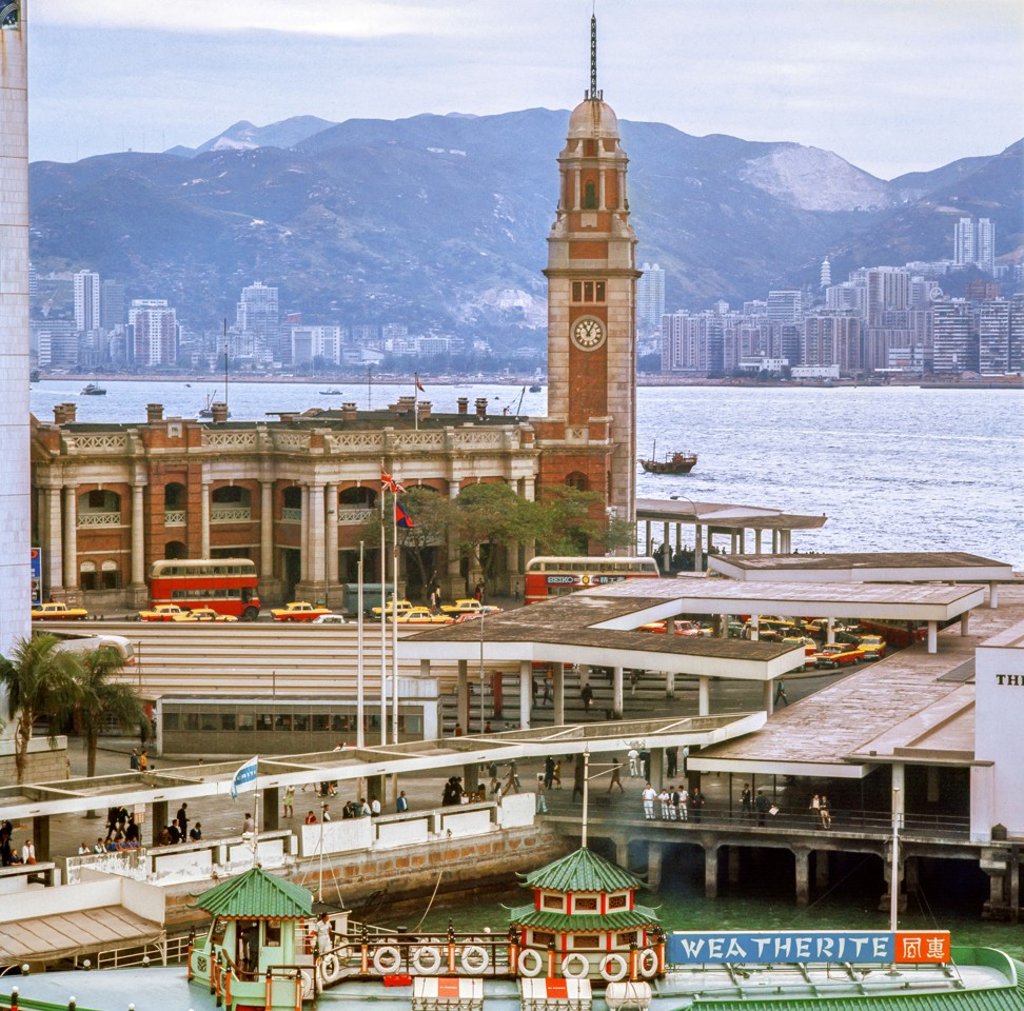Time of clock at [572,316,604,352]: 11:04
